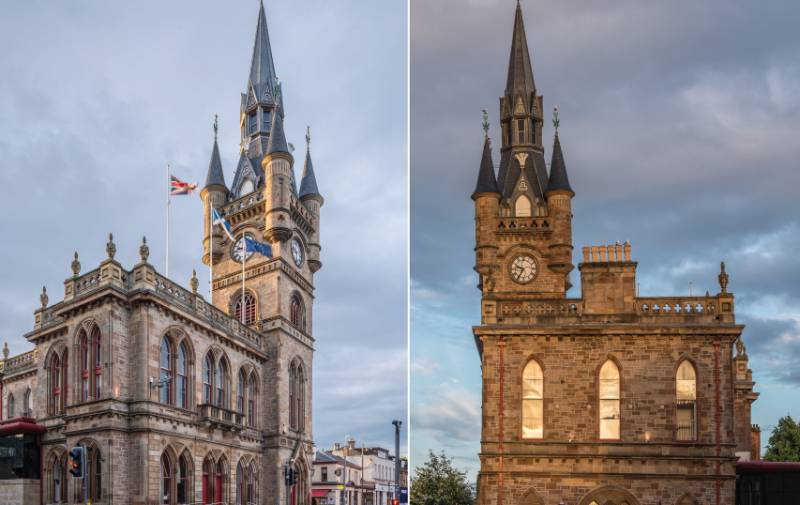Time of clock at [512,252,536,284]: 9:35
